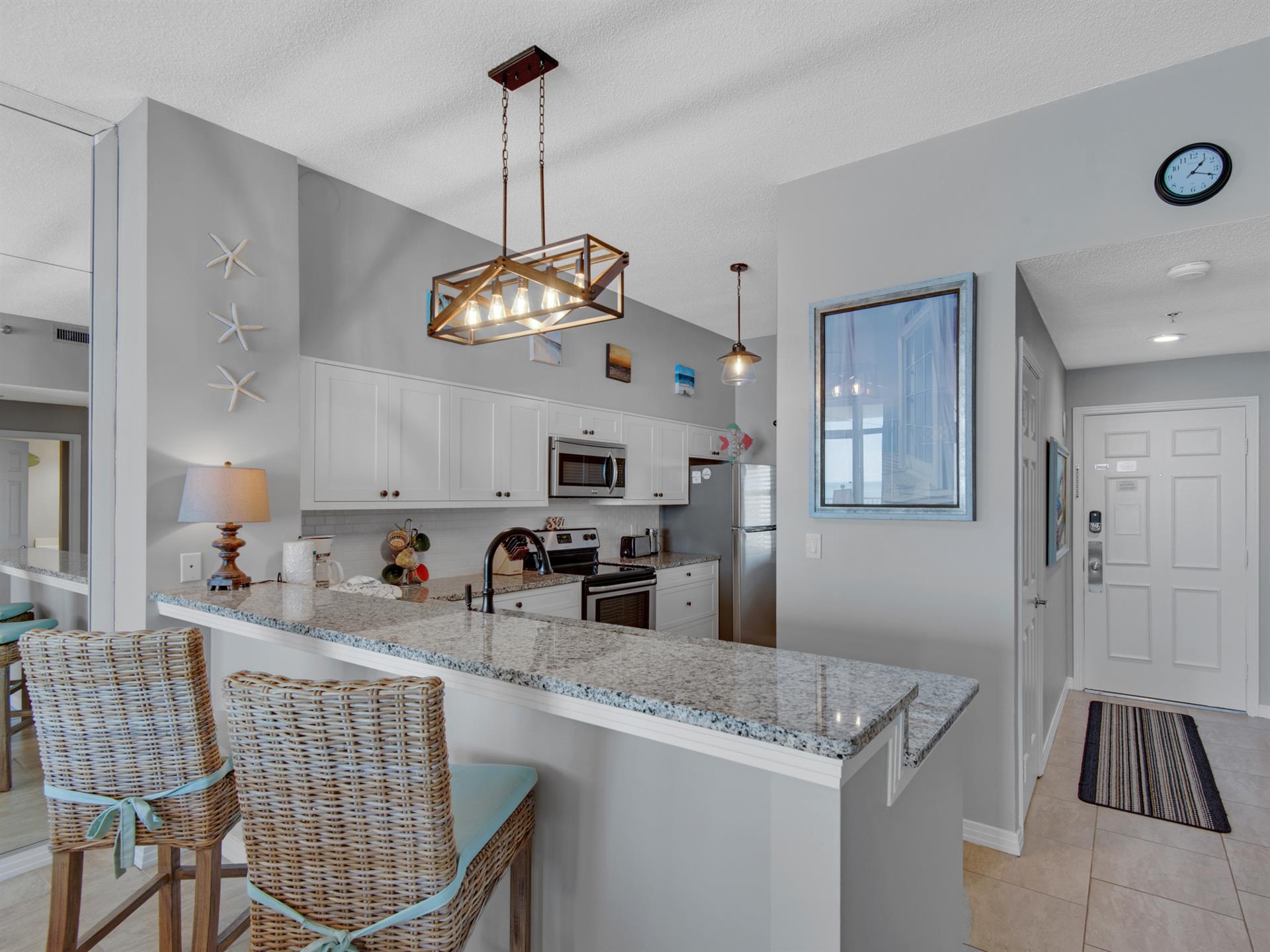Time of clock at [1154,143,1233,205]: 1:18
